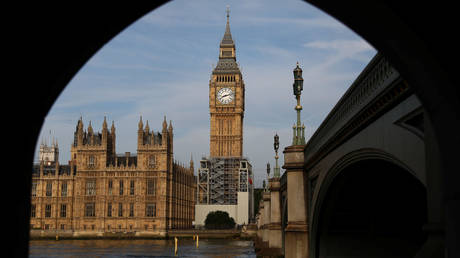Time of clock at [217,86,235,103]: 8:12
